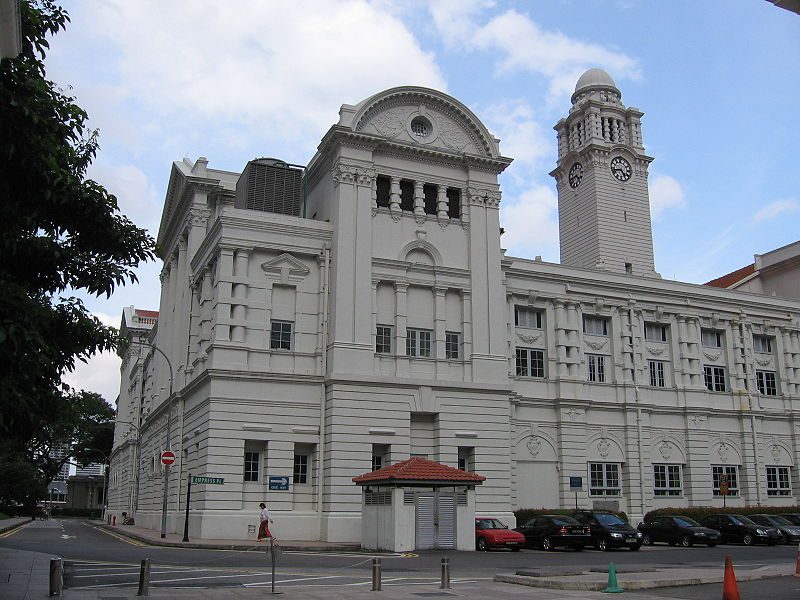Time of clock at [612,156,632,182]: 4:42
